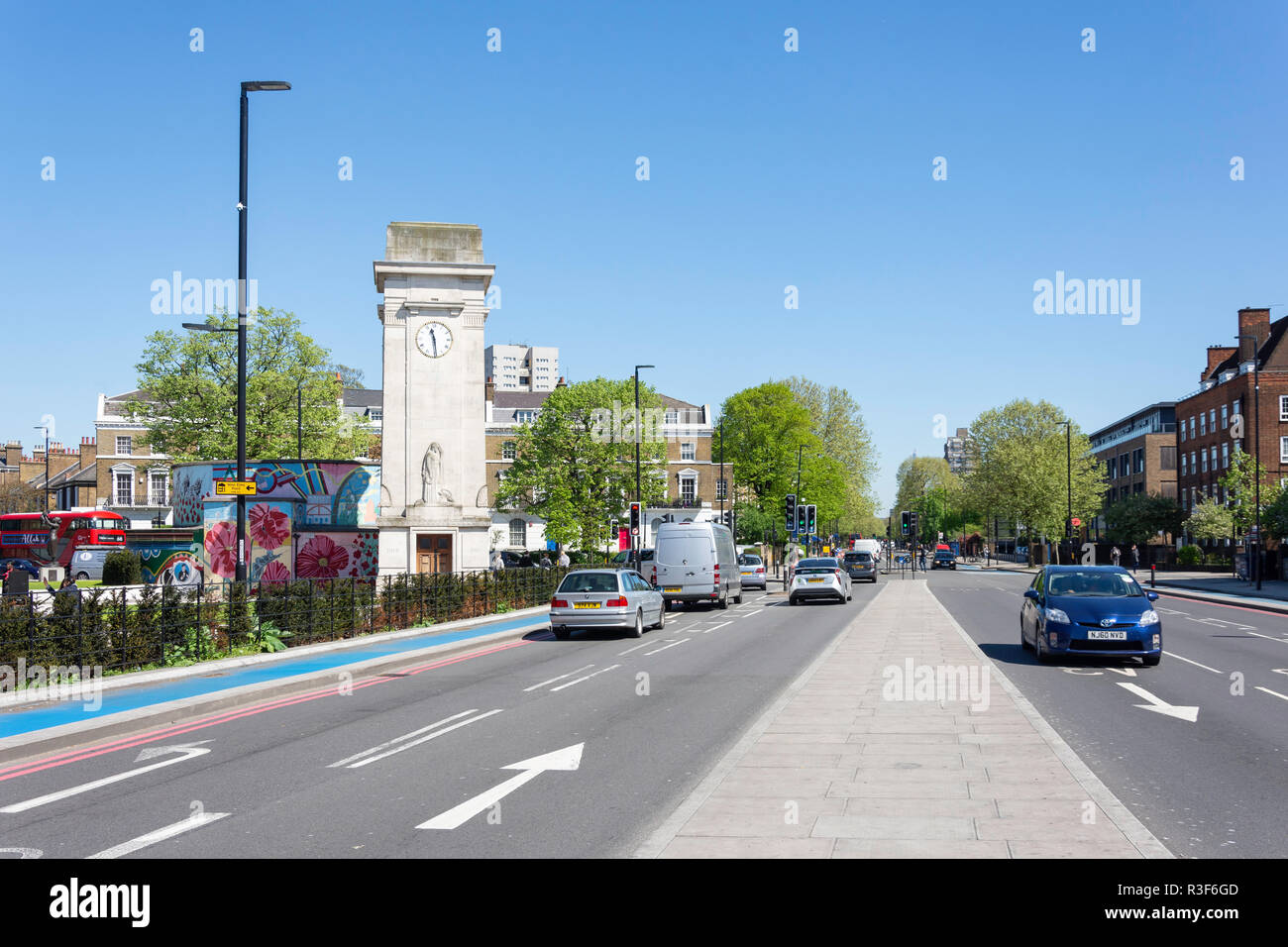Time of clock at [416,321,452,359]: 11:28
